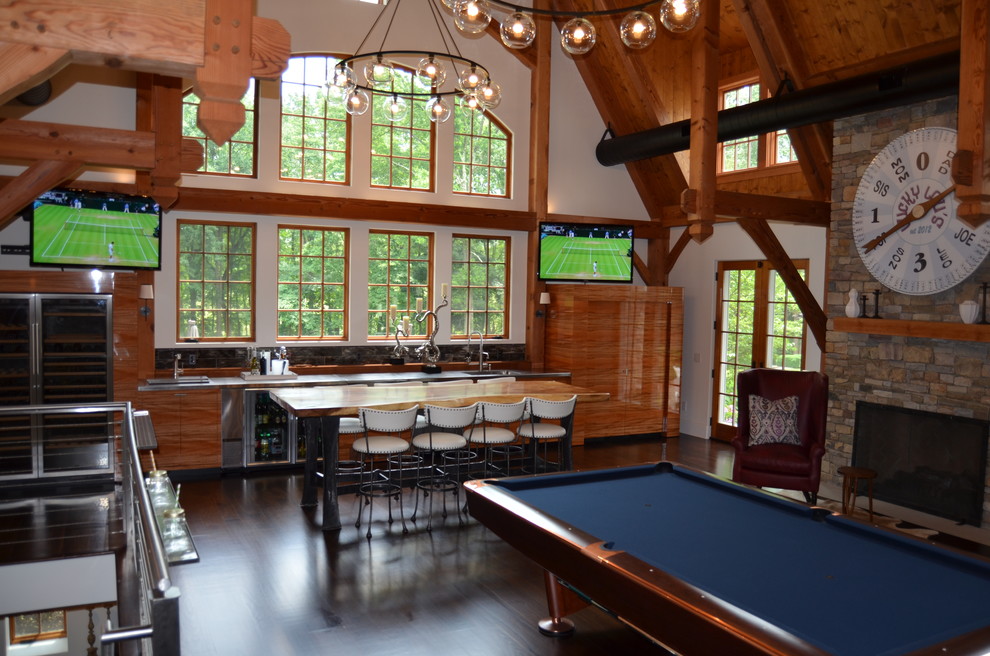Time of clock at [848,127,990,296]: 2:40
